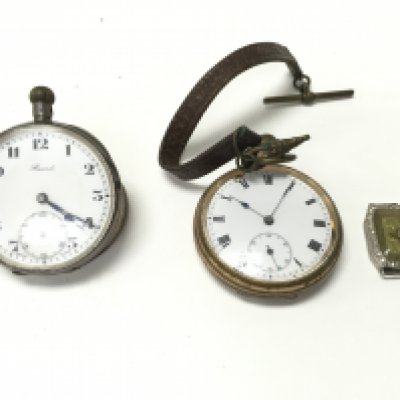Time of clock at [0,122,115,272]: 4:20
